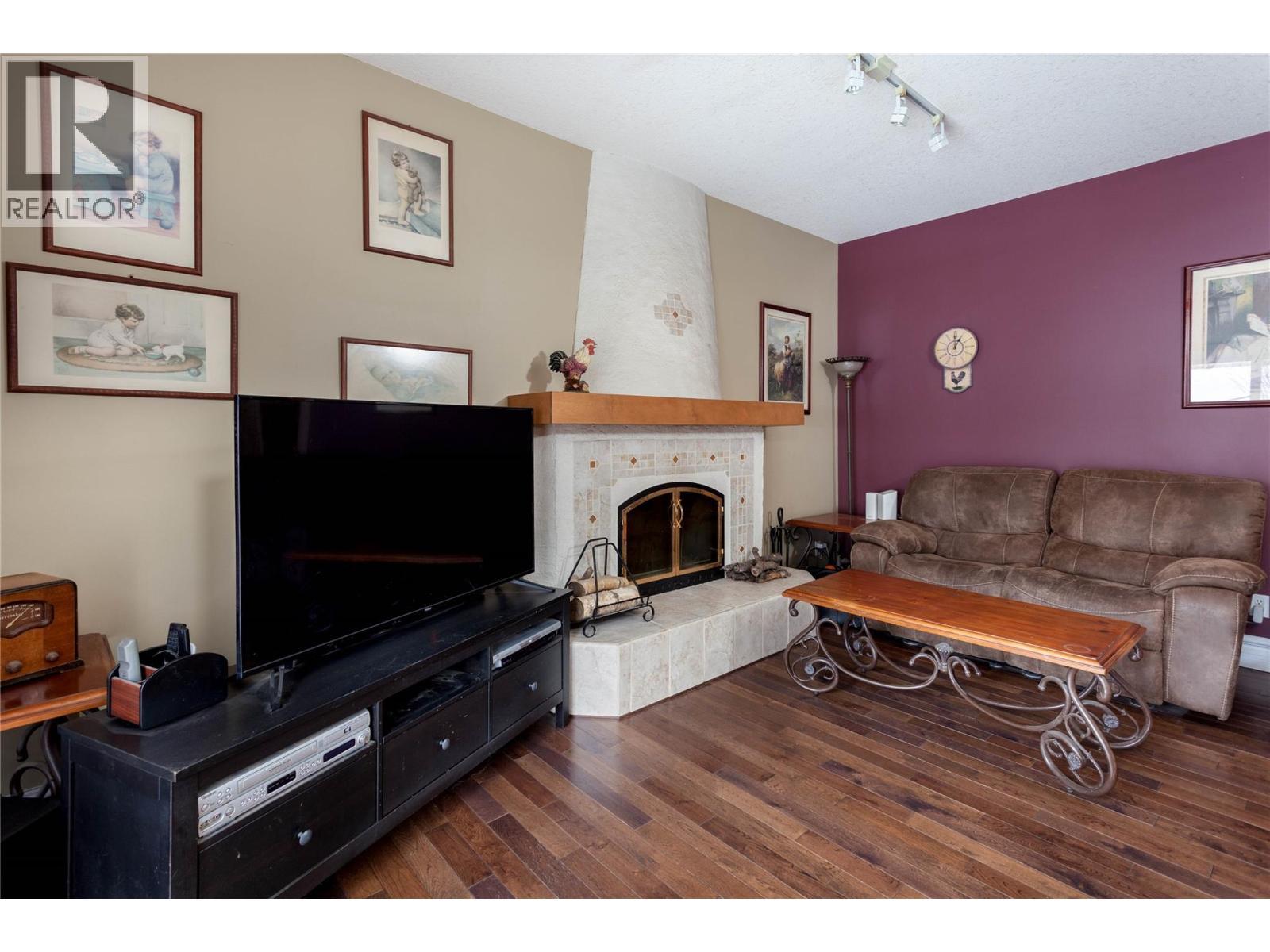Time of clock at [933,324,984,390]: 12:05
